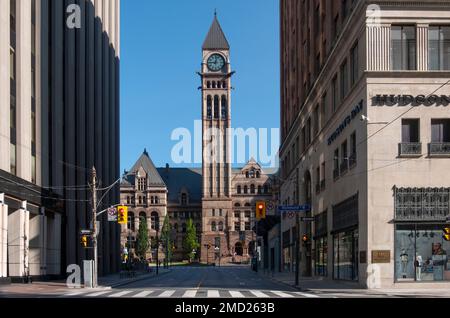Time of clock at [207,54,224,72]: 9:01
